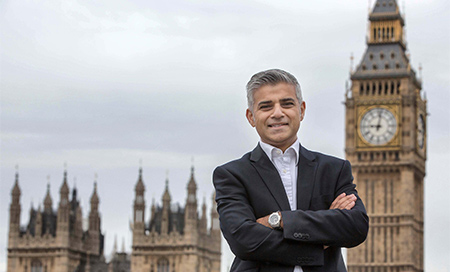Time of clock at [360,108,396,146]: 9:01
